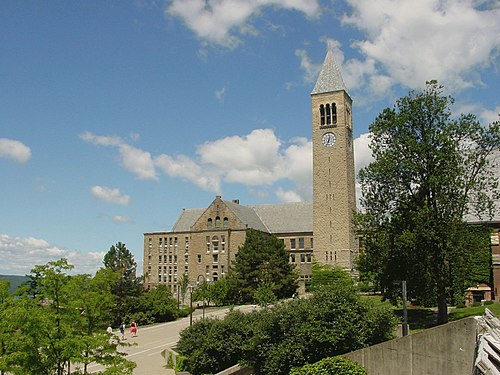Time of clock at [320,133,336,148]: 12:33
